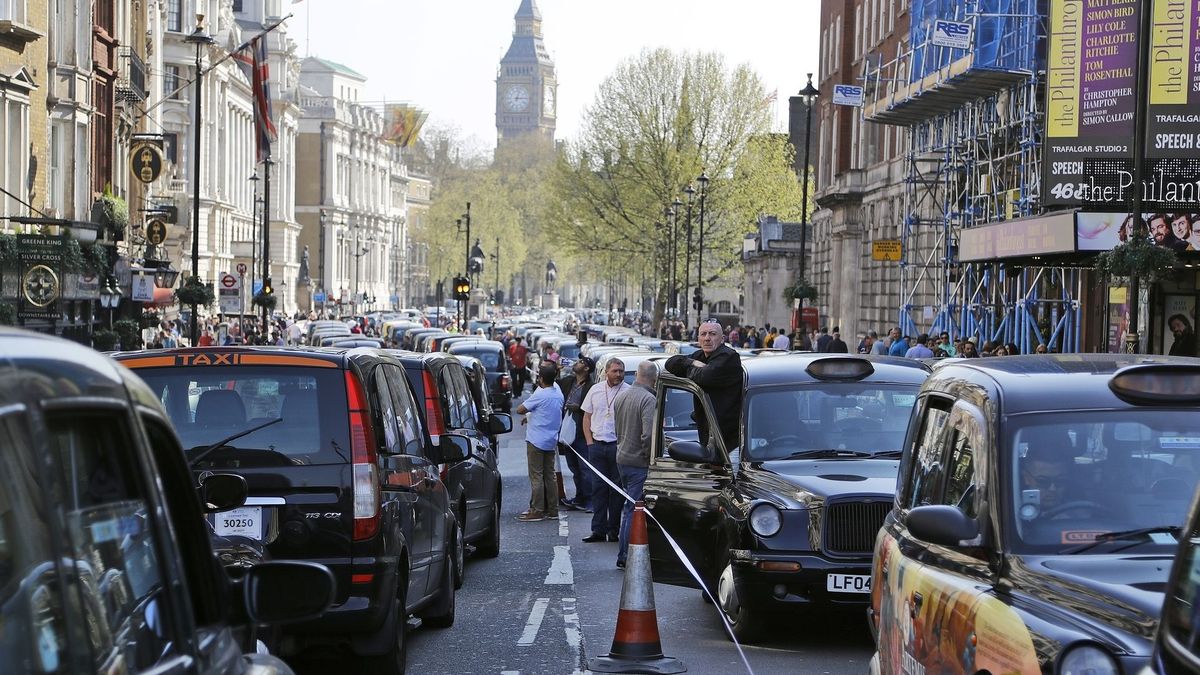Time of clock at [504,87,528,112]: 3:02
